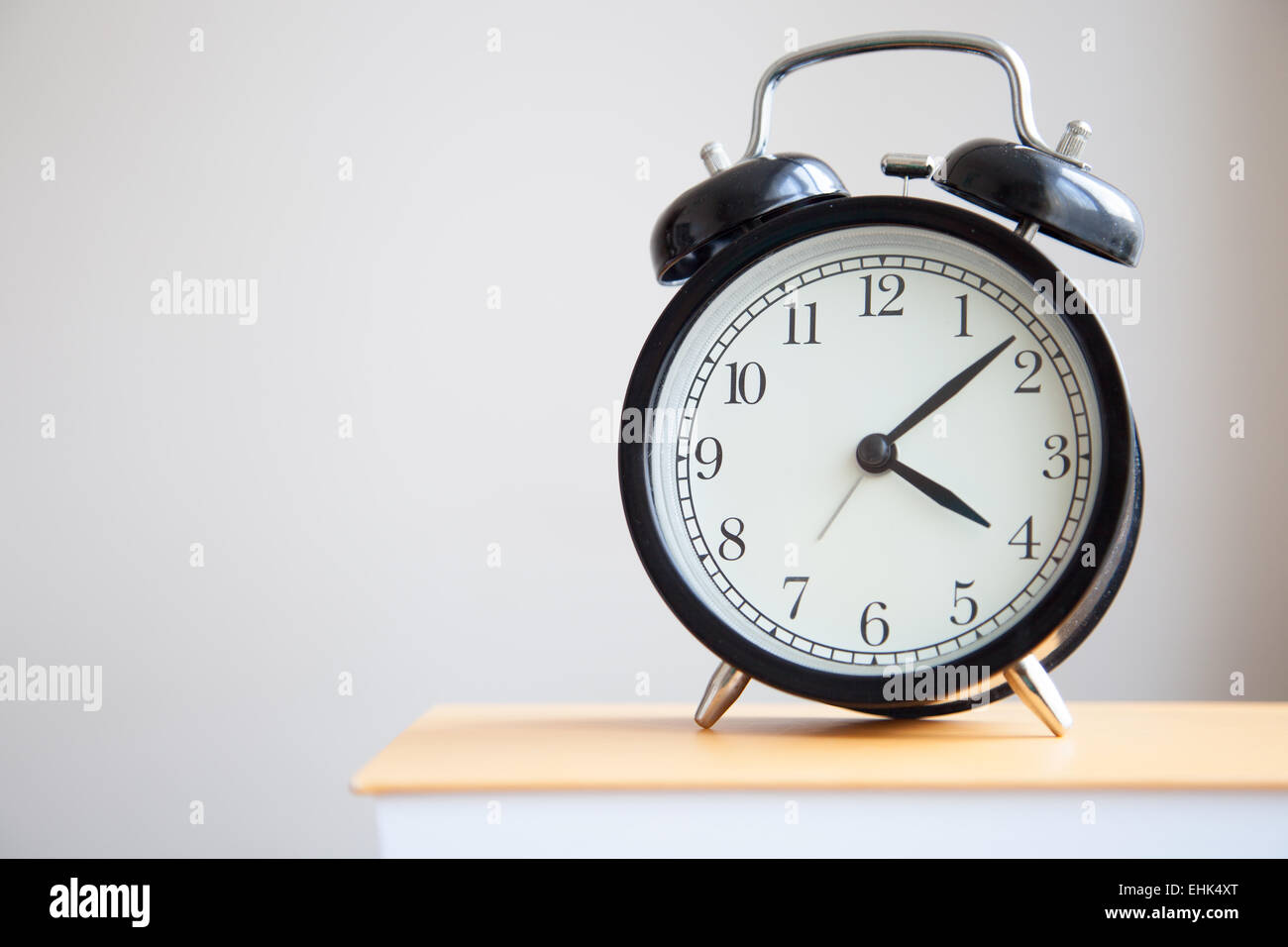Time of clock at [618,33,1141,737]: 4:08
